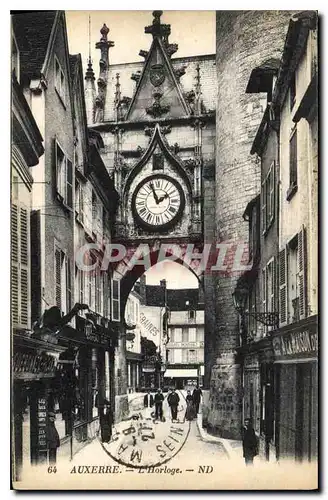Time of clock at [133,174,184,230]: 1:56
